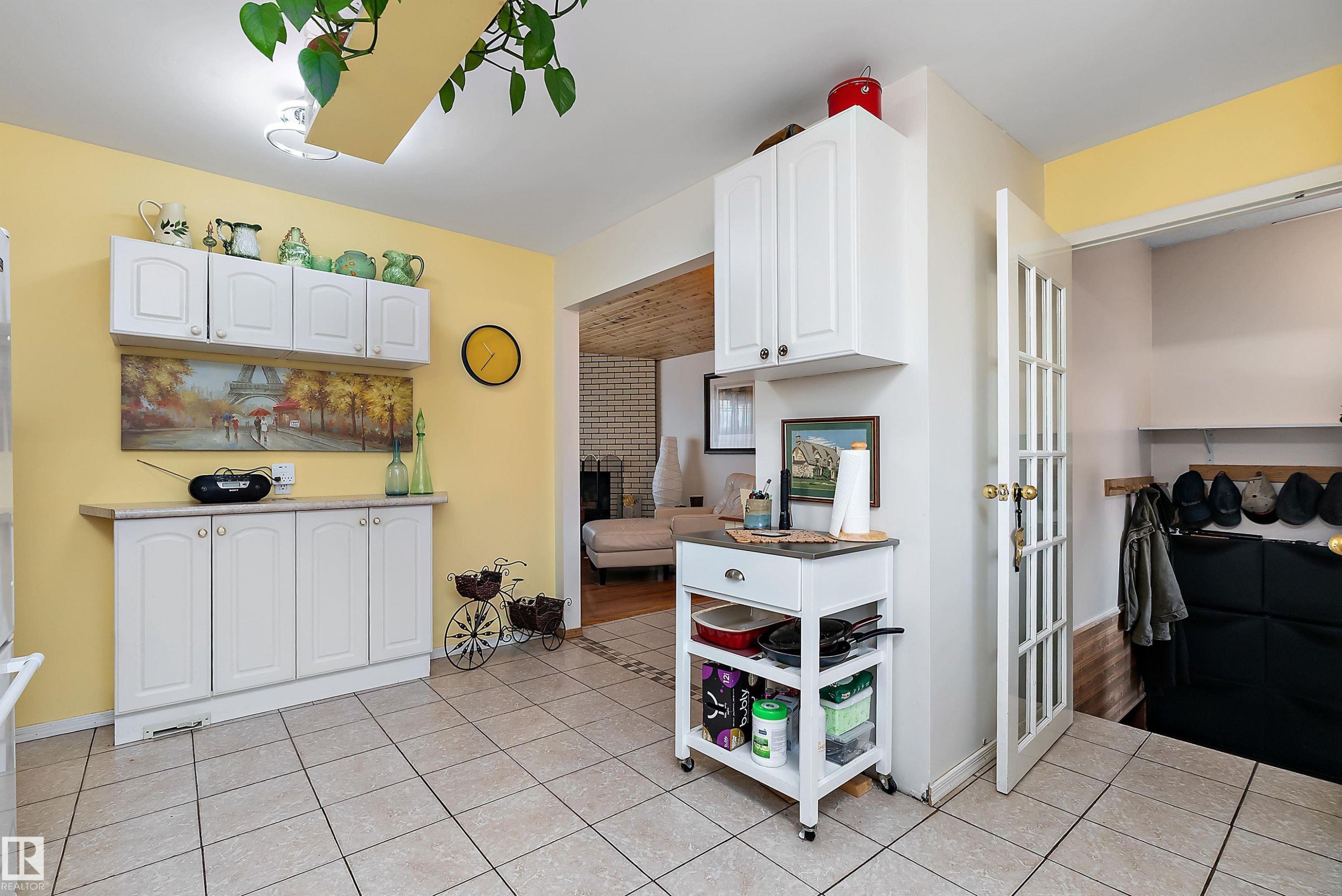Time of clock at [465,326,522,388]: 10:37
